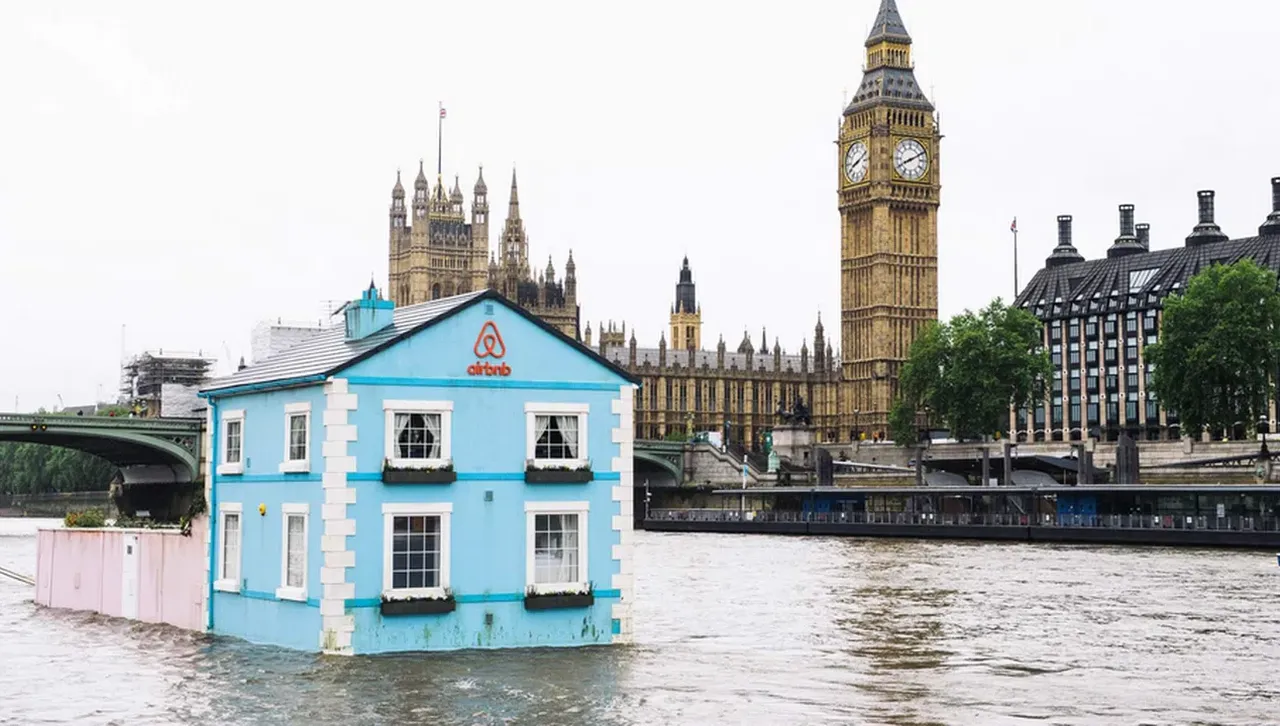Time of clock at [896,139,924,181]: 8:10
